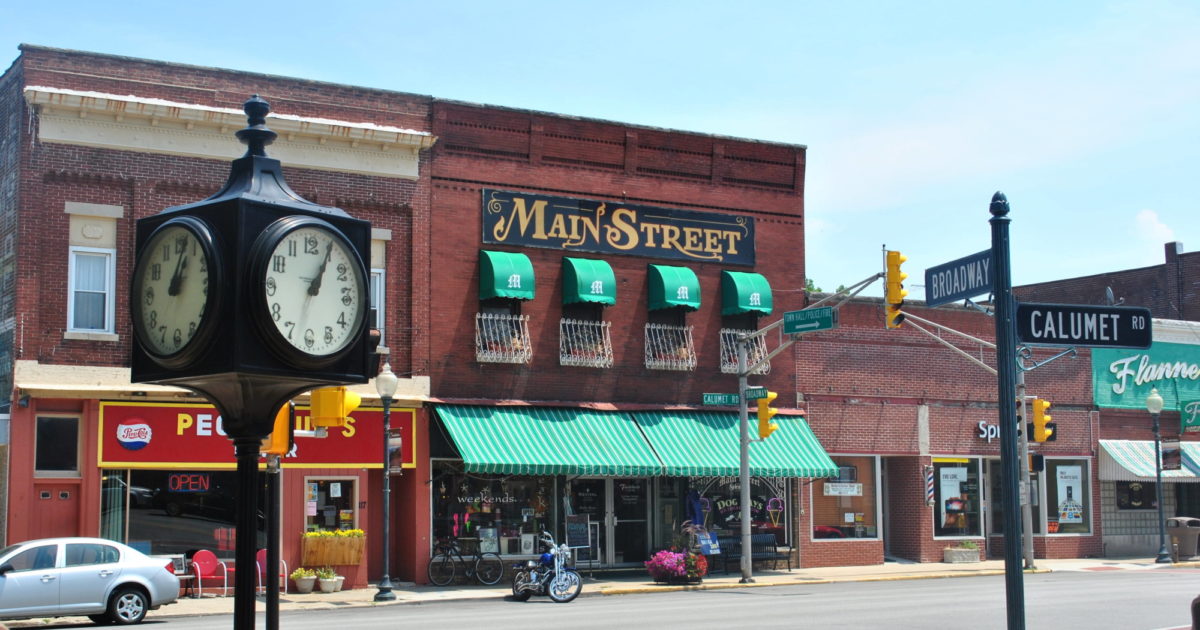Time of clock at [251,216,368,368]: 1:04
